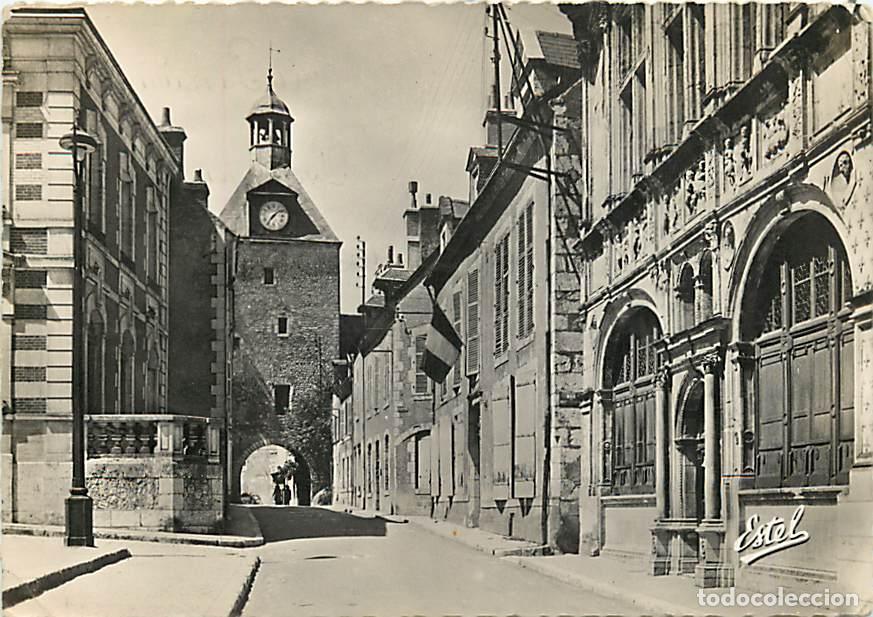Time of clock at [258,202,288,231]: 7:08
